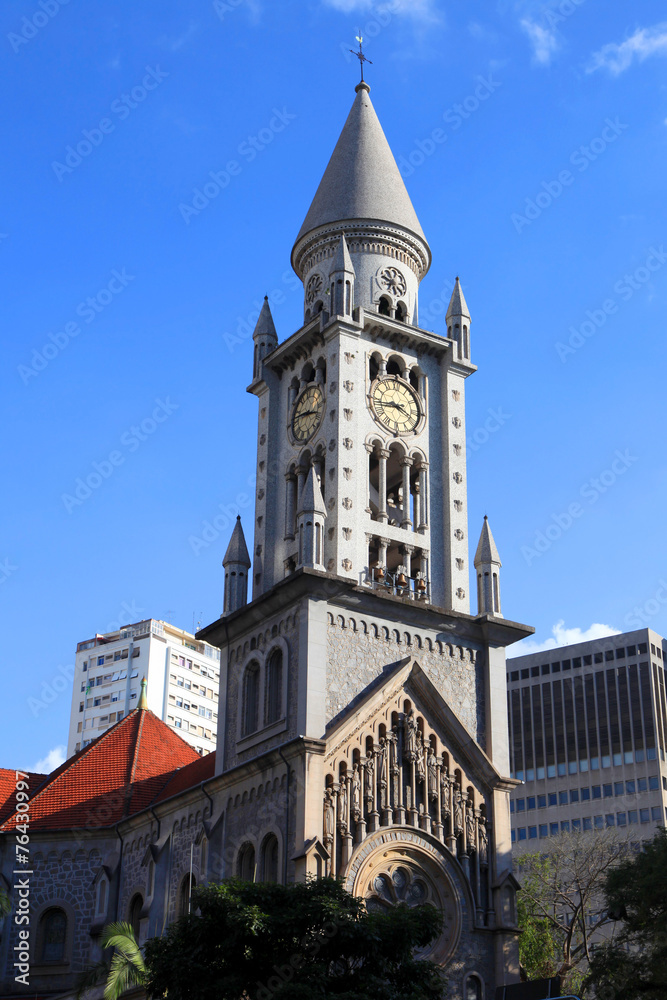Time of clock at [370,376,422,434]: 3:43
